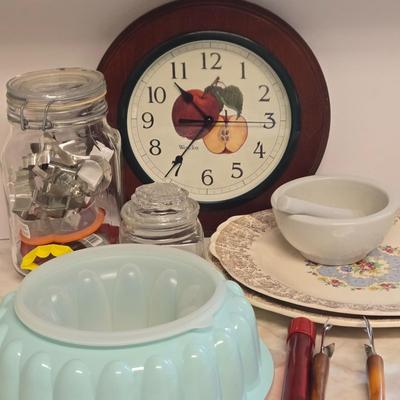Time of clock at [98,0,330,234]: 8:53
